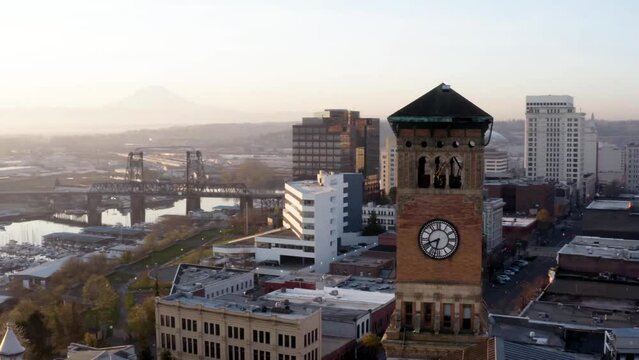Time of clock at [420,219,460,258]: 8:32
